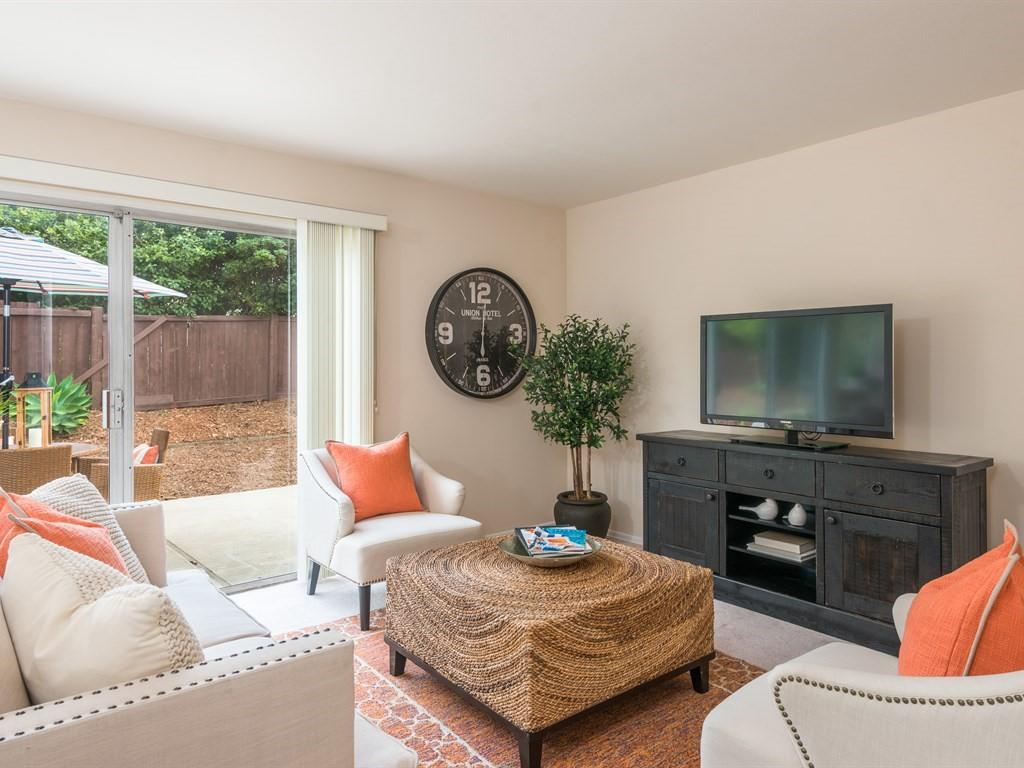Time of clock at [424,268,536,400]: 6:00
